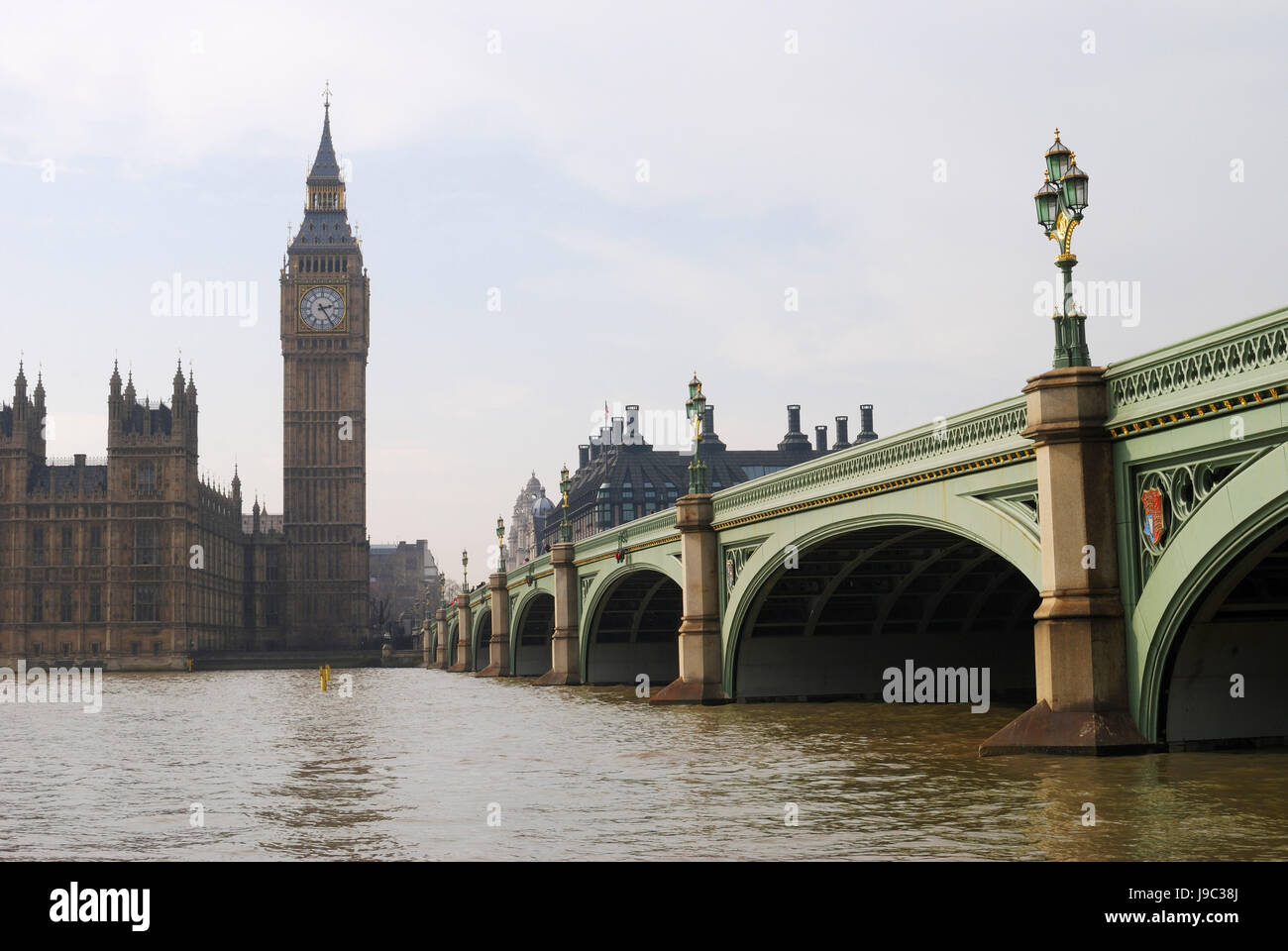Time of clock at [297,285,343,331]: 2:24
